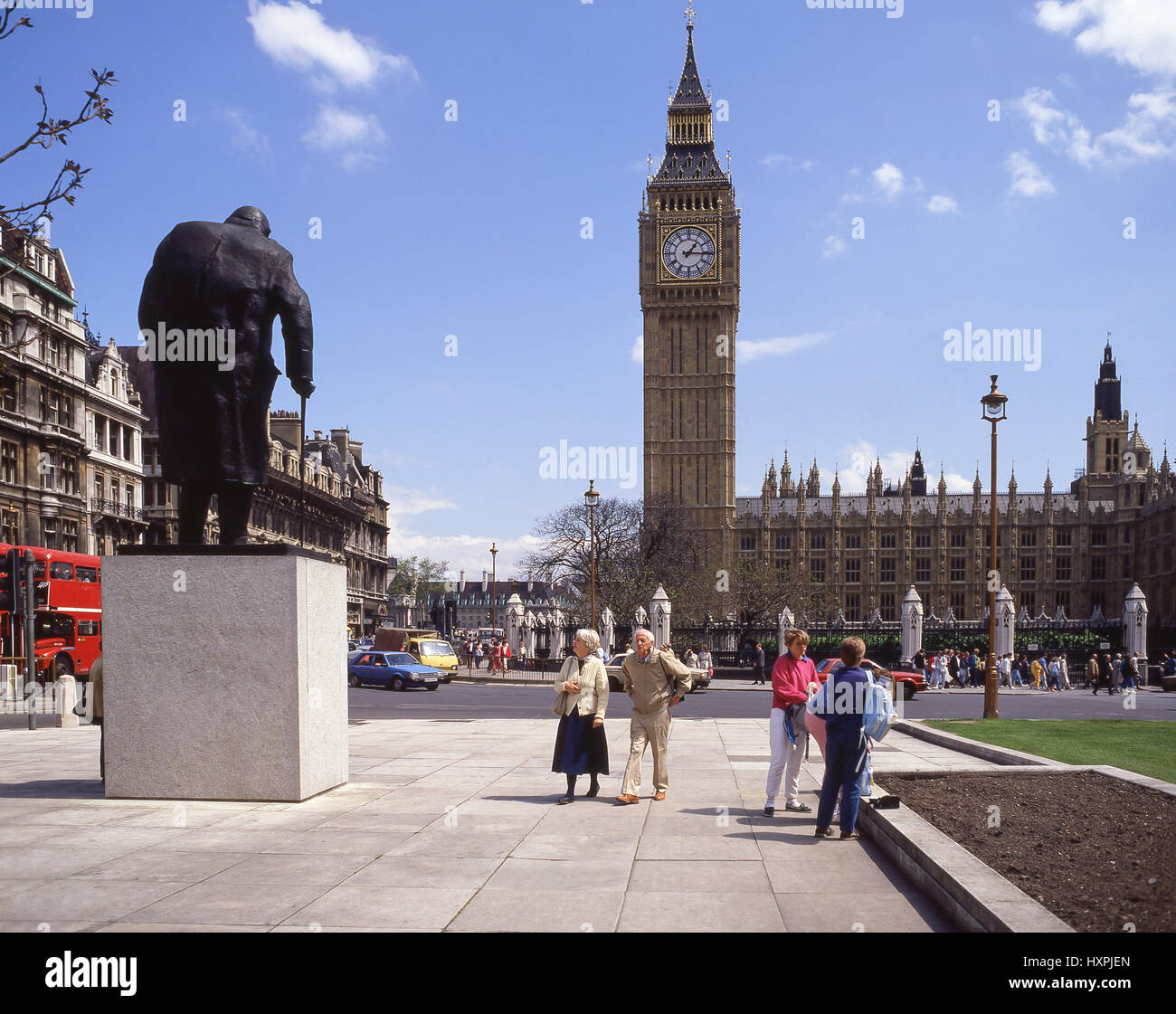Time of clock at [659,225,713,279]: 1:16
